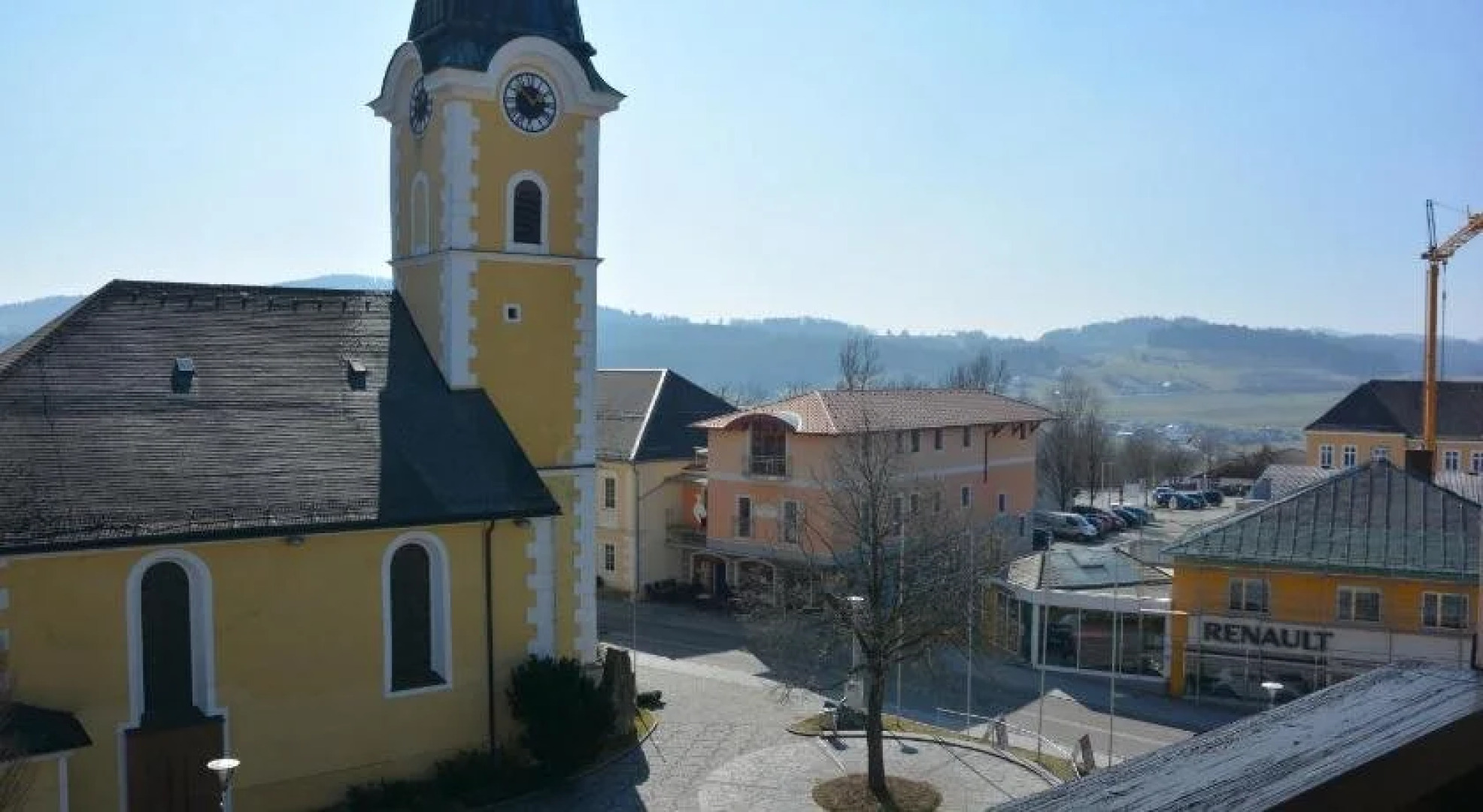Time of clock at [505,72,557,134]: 2:53
